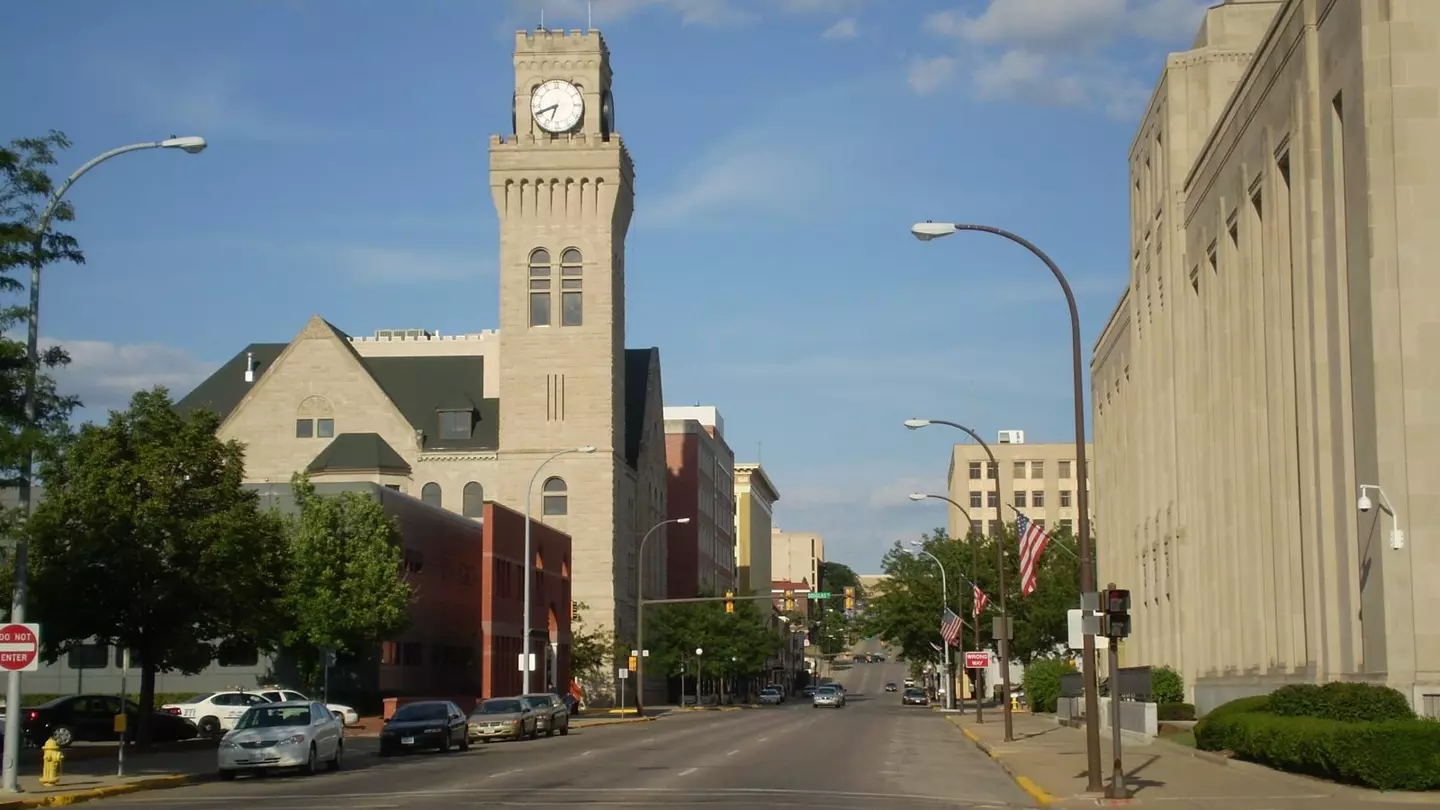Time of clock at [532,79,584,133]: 6:41
